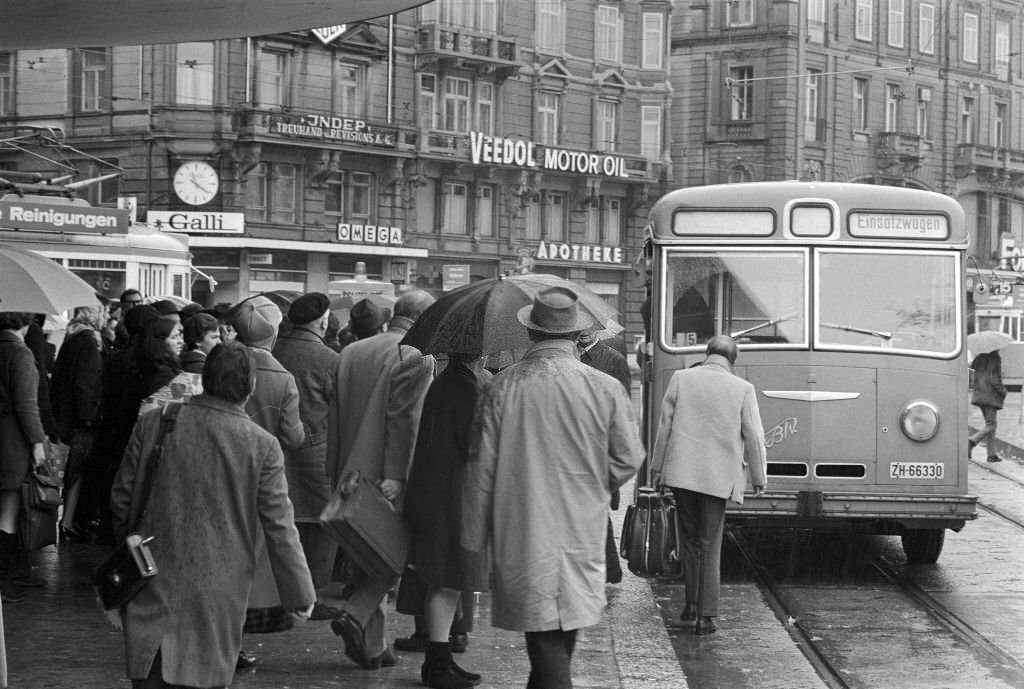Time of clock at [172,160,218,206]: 11:21
